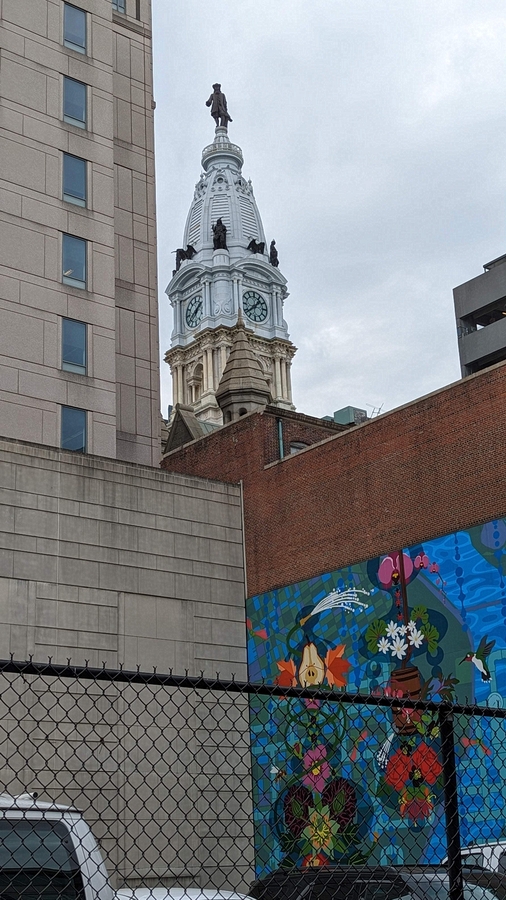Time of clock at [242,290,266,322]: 1:38
